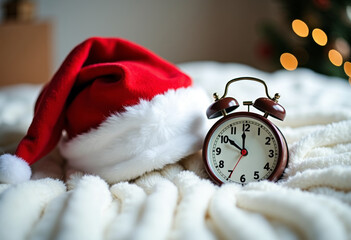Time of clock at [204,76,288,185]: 11:50
